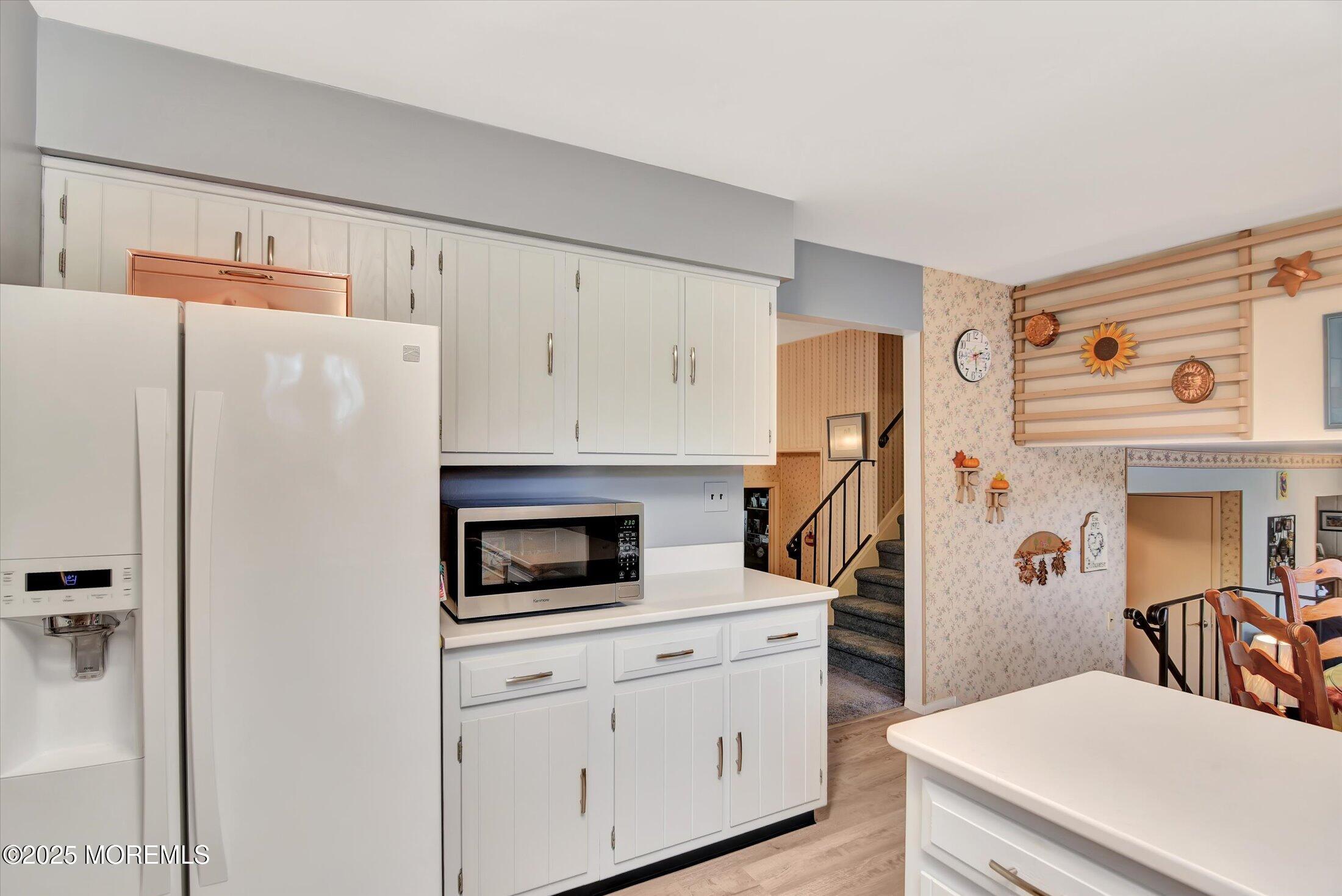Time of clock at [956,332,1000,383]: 2:28
